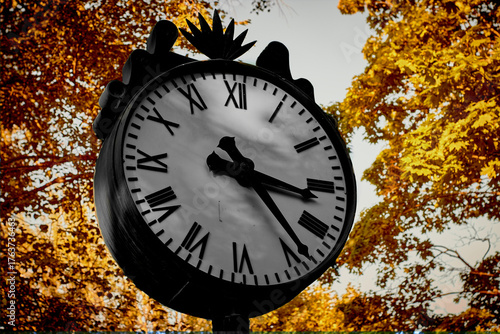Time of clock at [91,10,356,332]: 3:23
